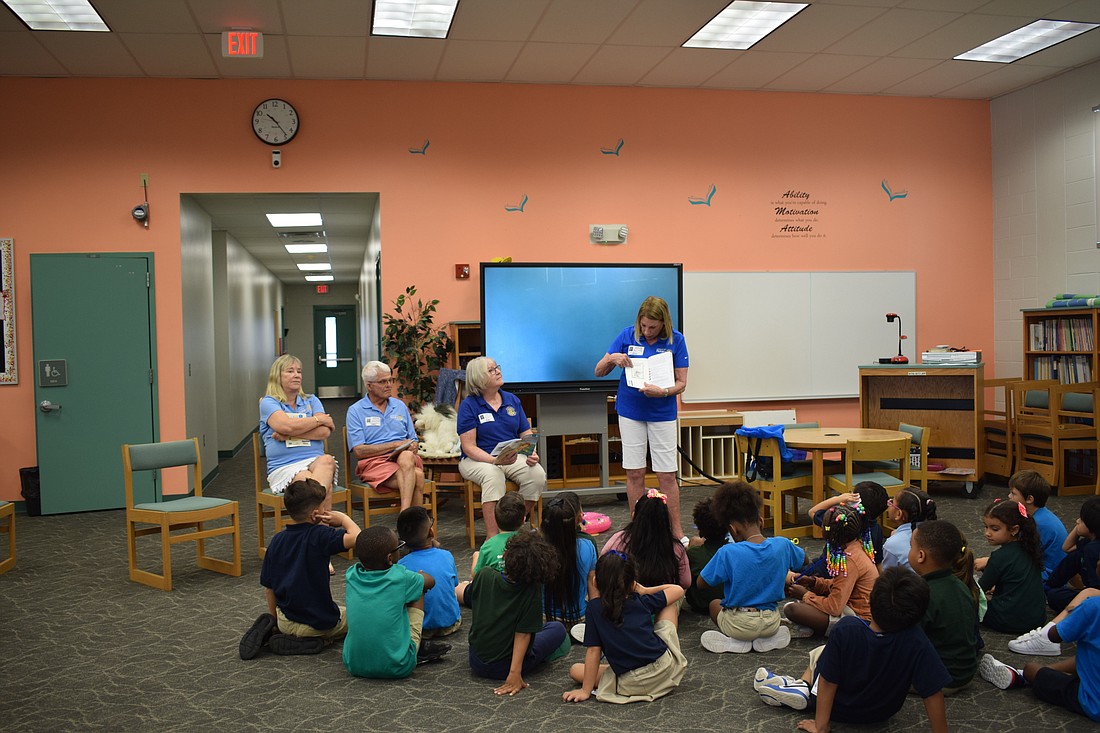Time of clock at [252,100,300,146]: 10:23
